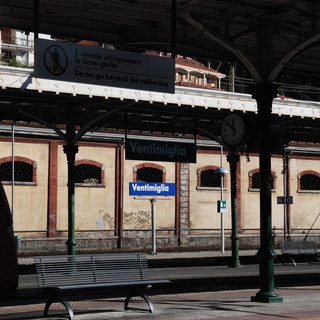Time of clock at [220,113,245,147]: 11:52
